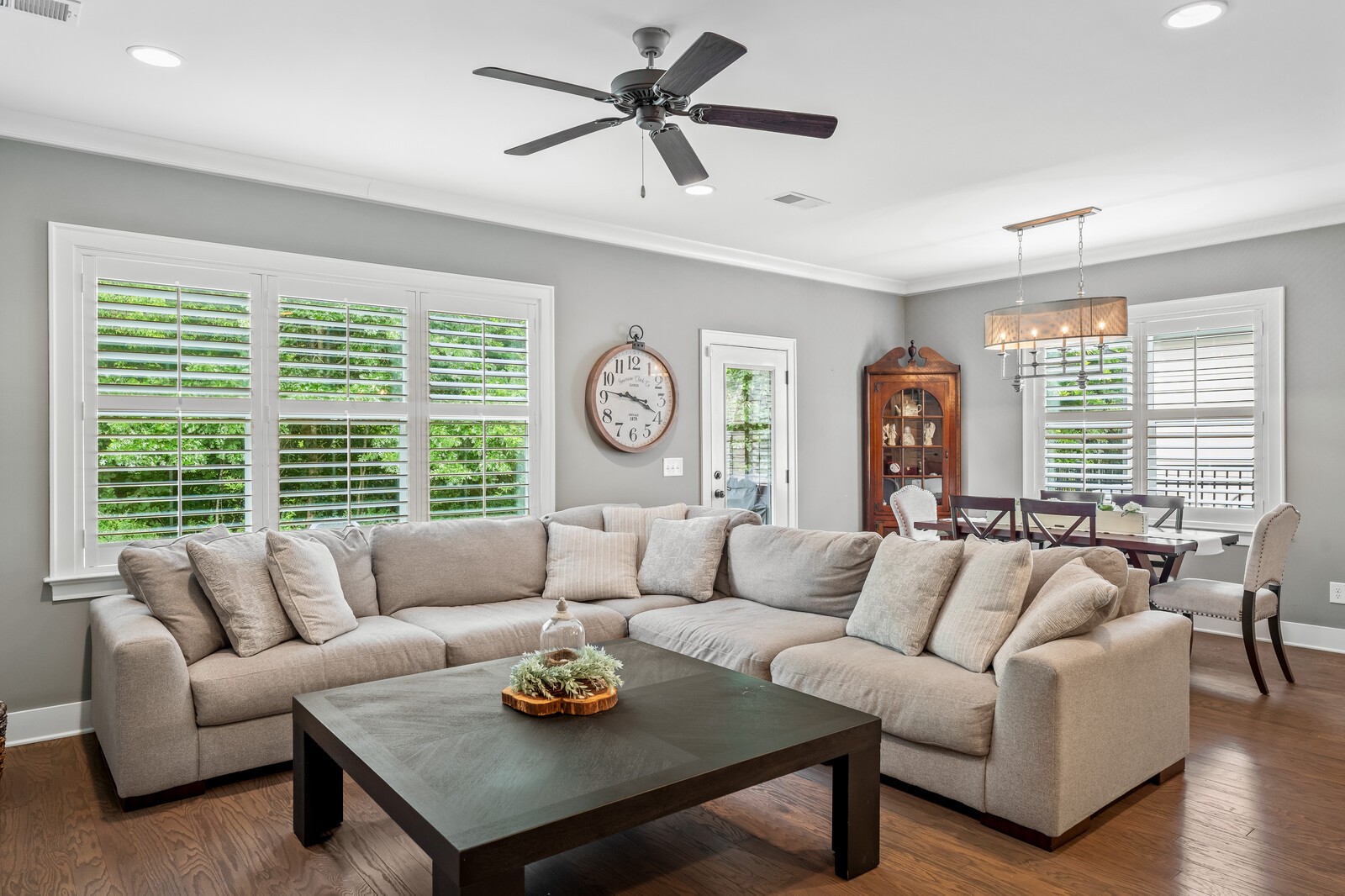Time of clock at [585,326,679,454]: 3:46
